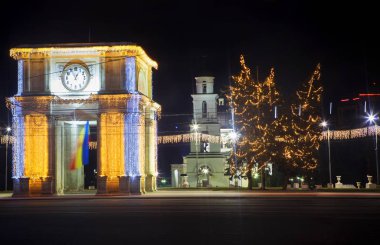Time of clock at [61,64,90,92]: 12:55
